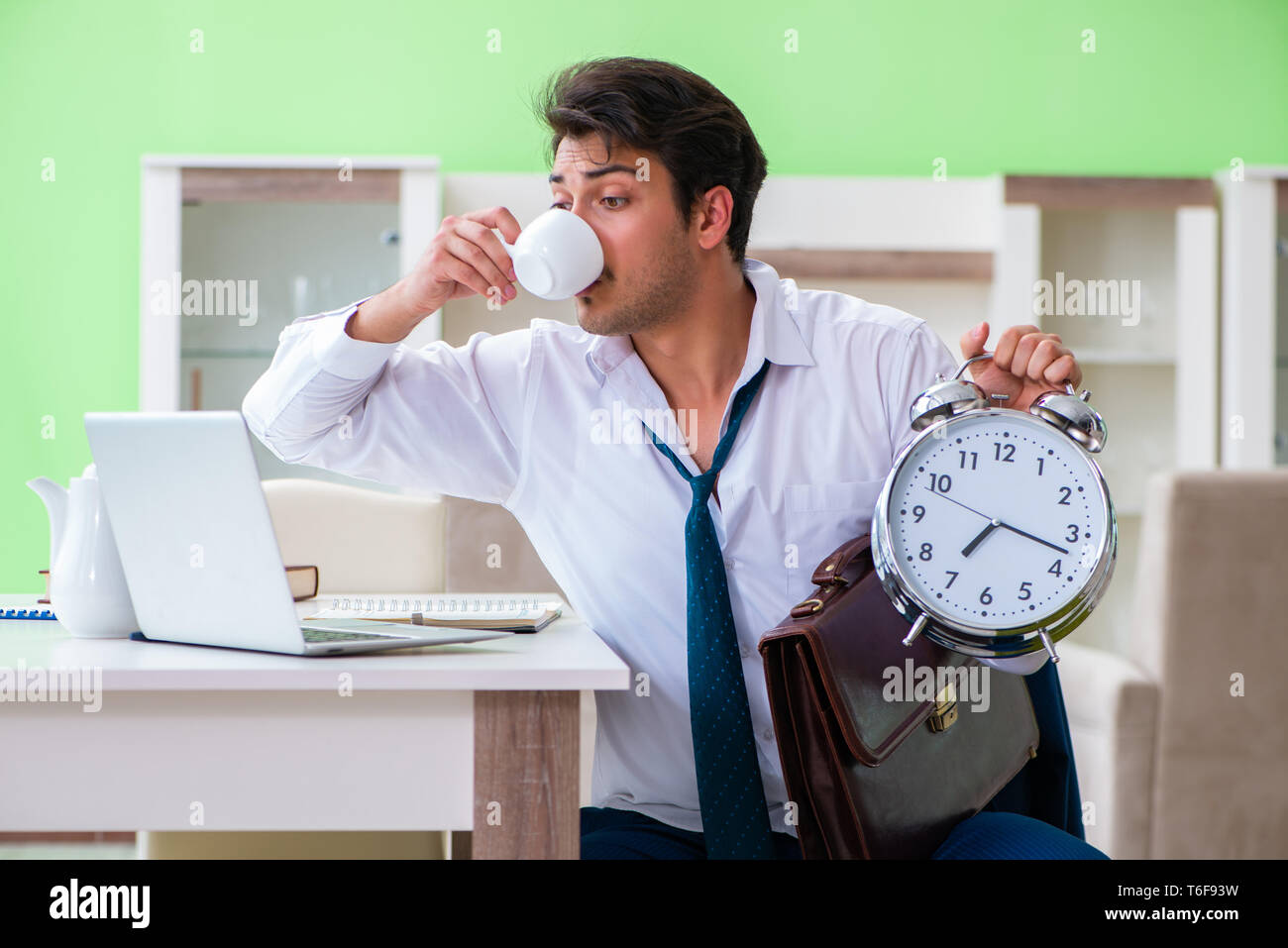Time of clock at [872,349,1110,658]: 7:17
